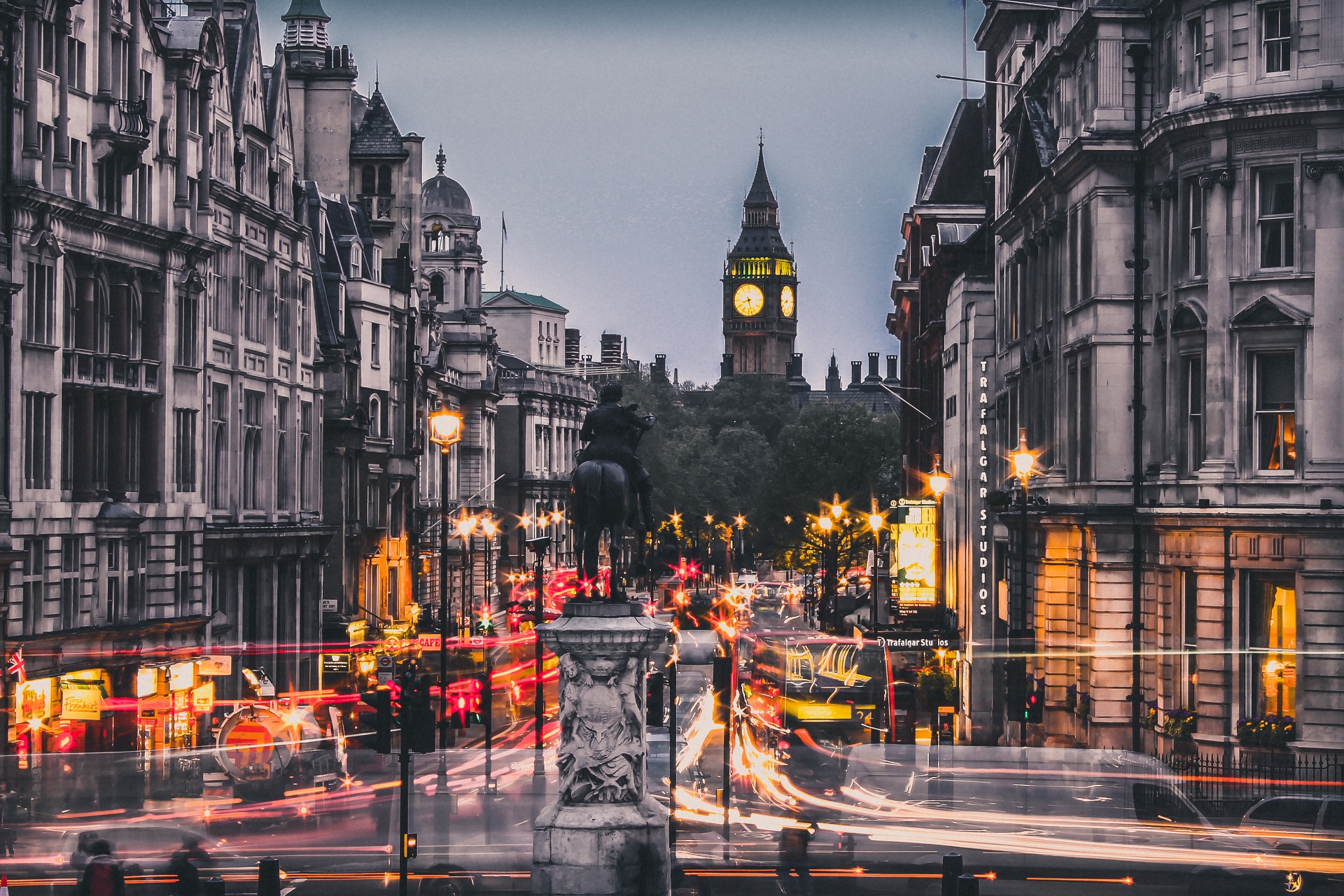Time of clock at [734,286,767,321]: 8:27
